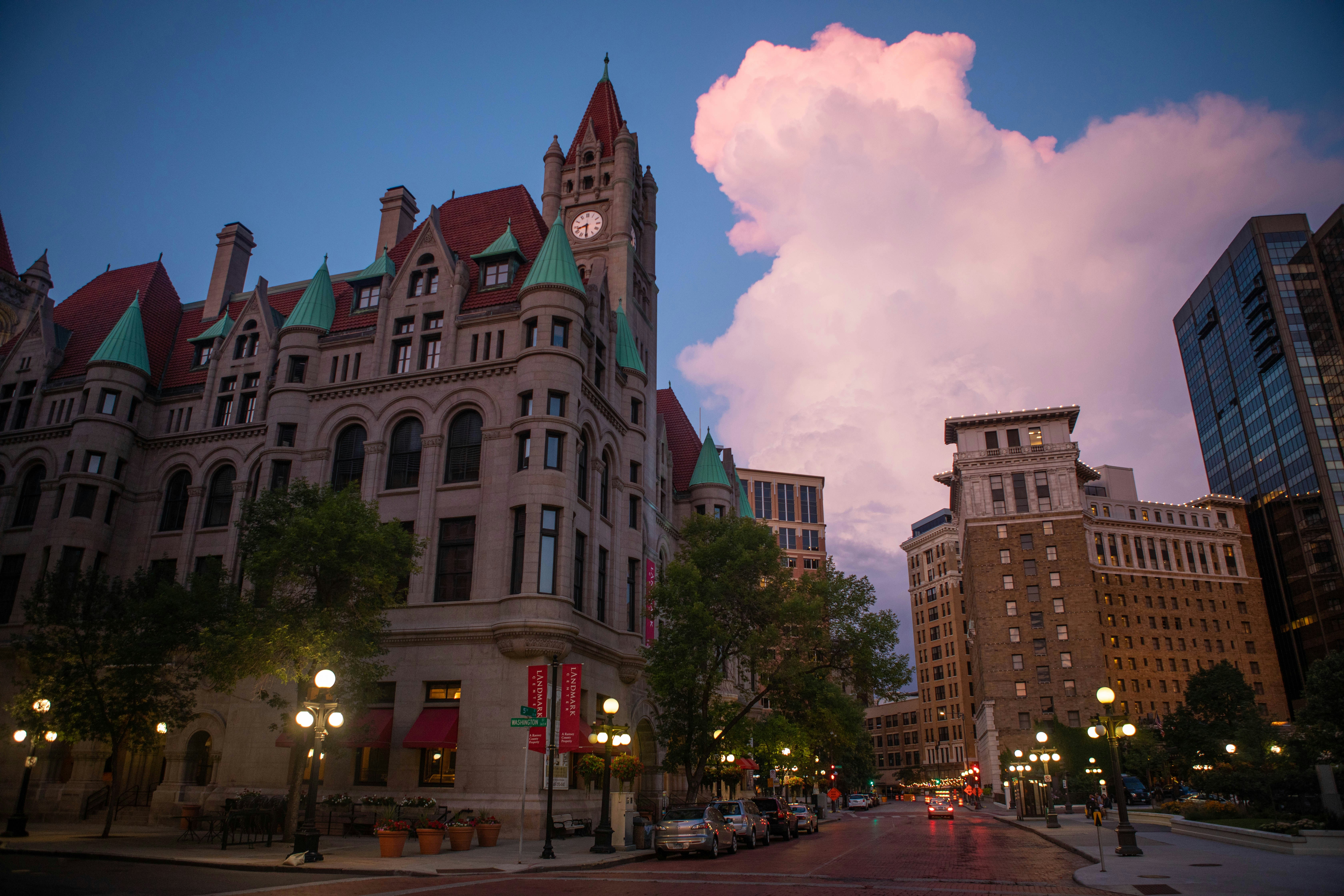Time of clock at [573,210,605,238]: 8:30
